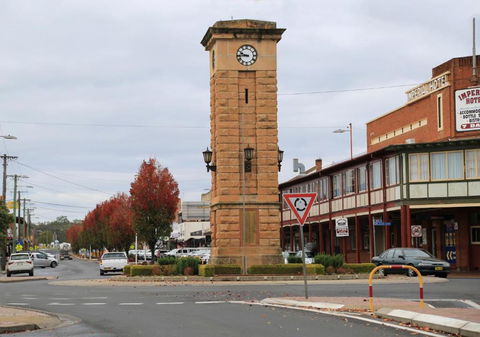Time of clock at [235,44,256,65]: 9:44
